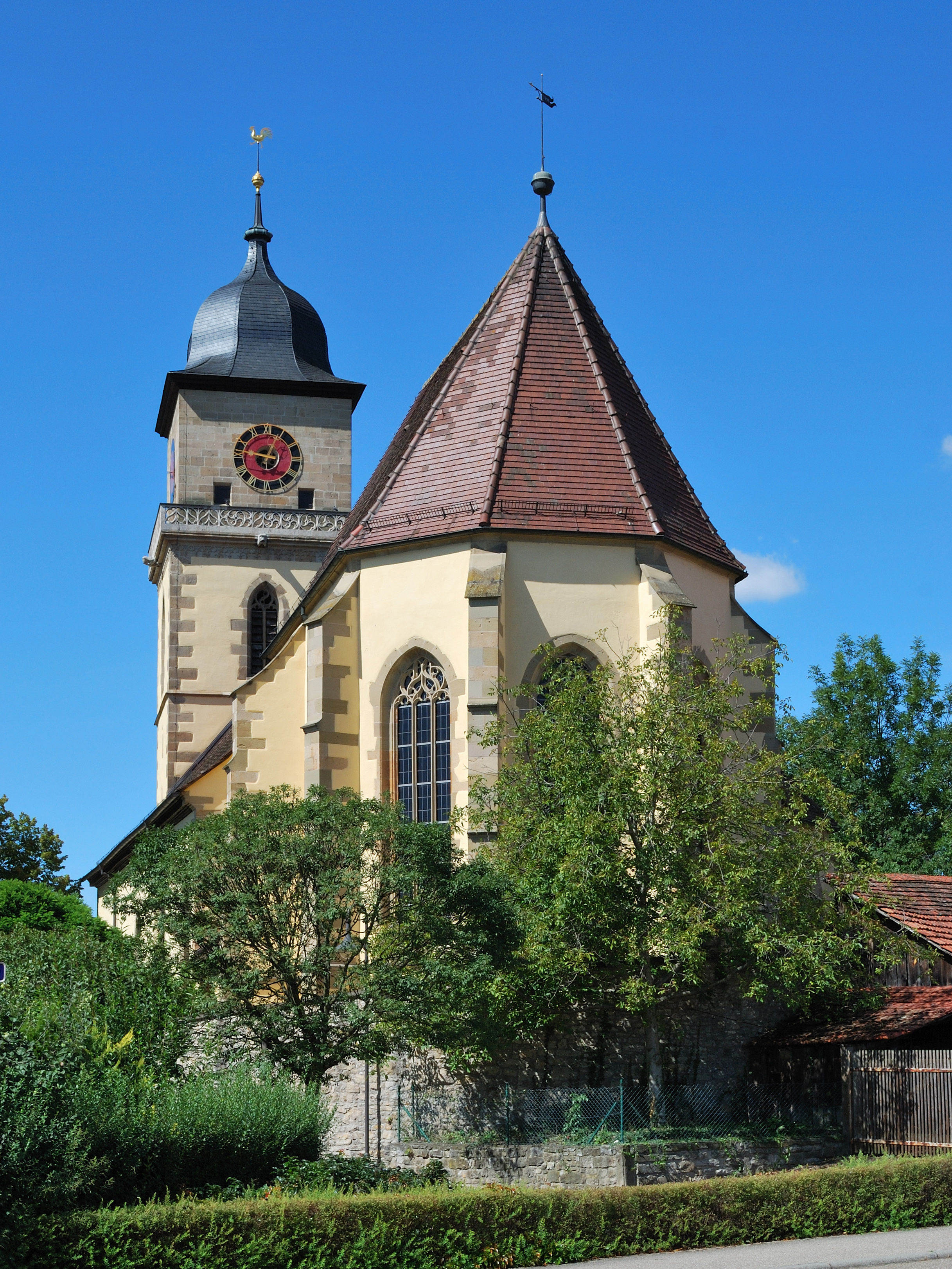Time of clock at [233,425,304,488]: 12:47
